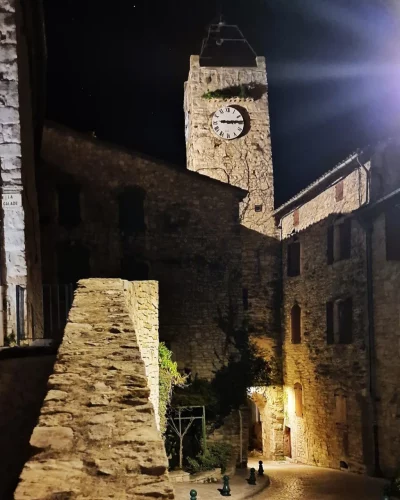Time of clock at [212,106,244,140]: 9:14
